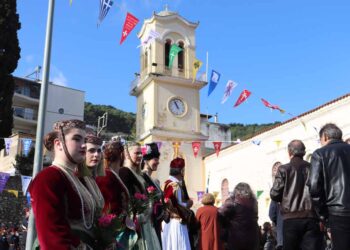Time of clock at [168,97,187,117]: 10:56
